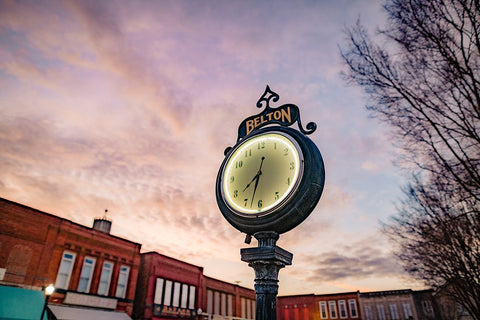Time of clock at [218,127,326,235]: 7:32
